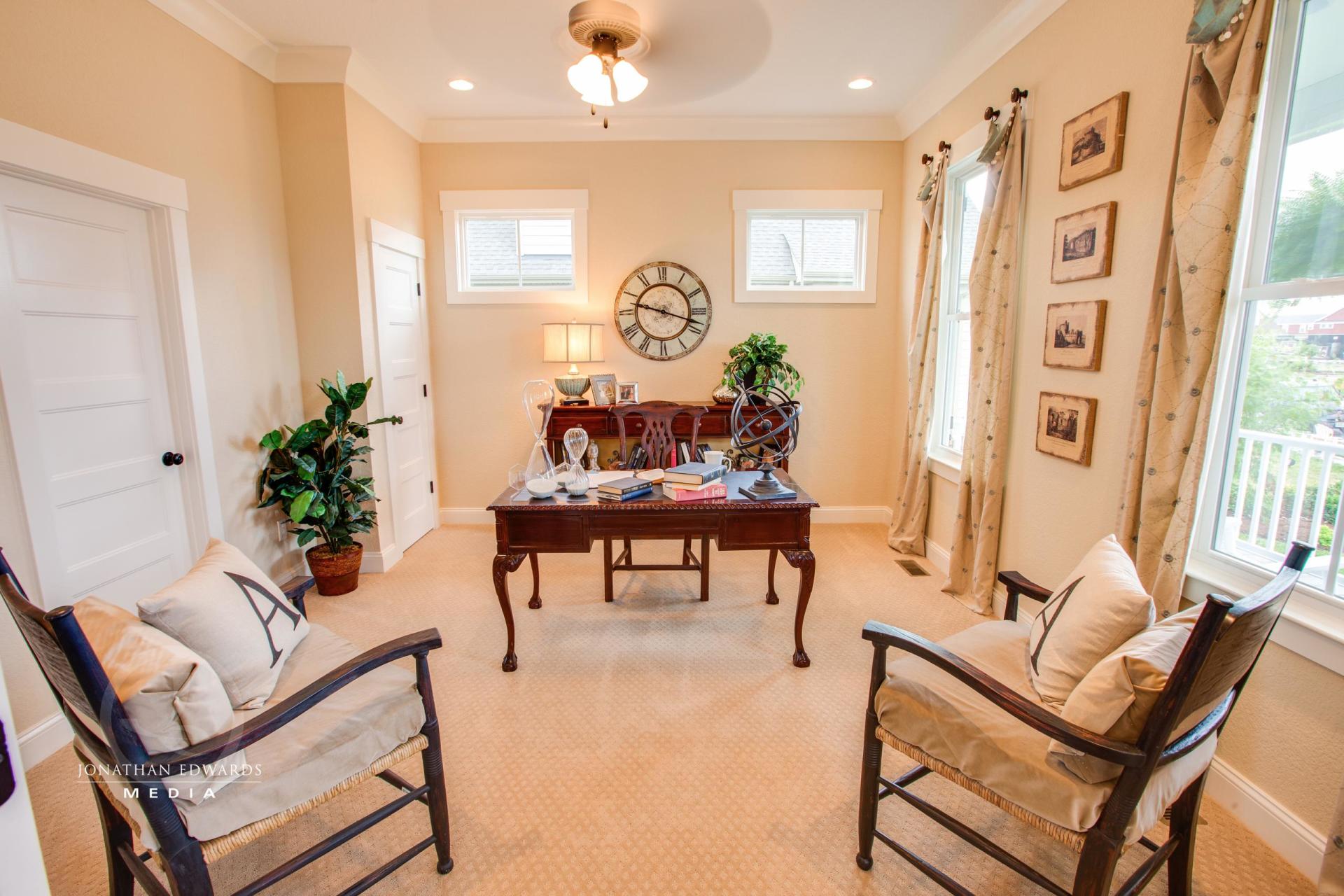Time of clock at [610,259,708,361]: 9:17
